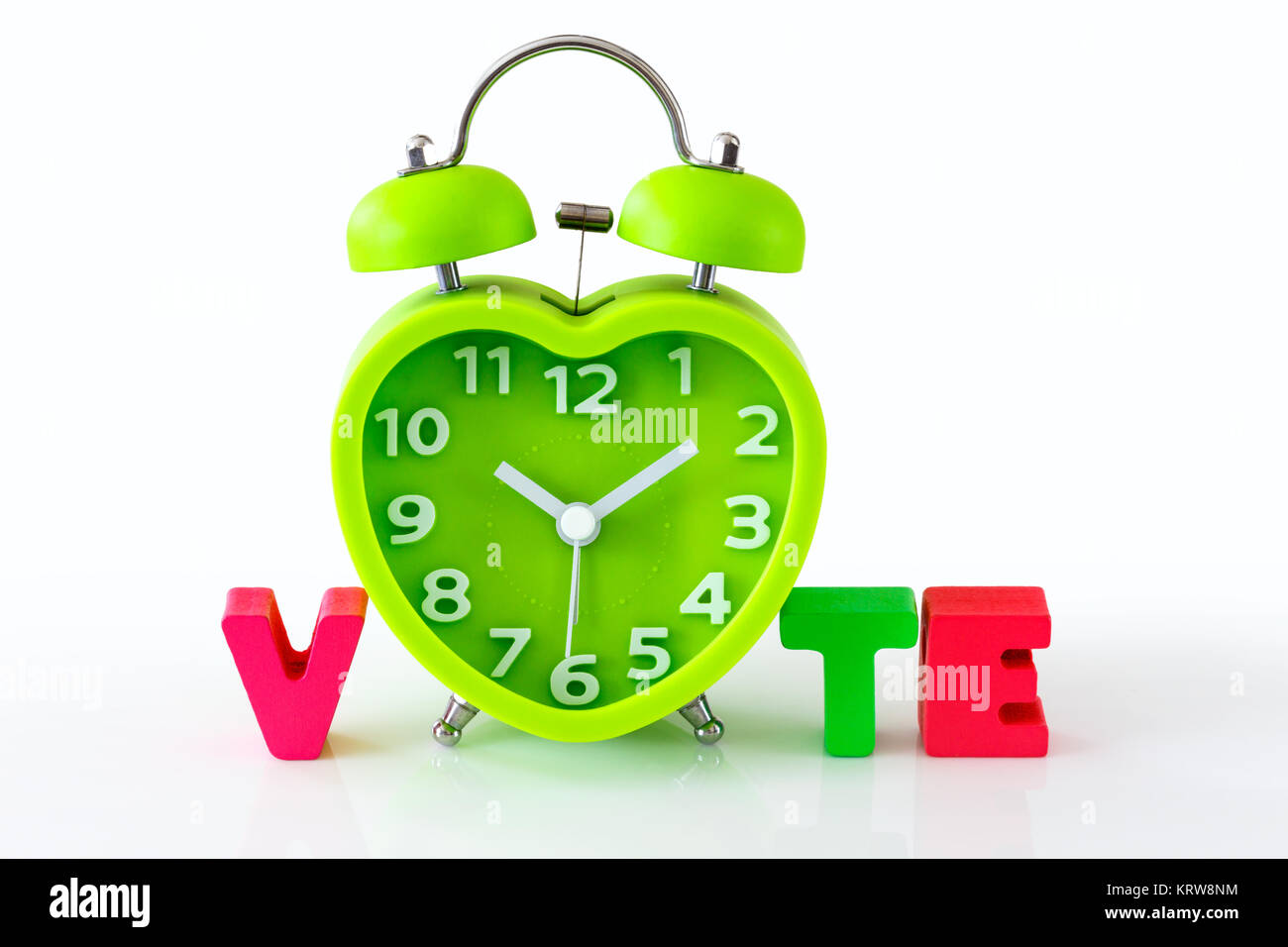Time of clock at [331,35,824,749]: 10:09
